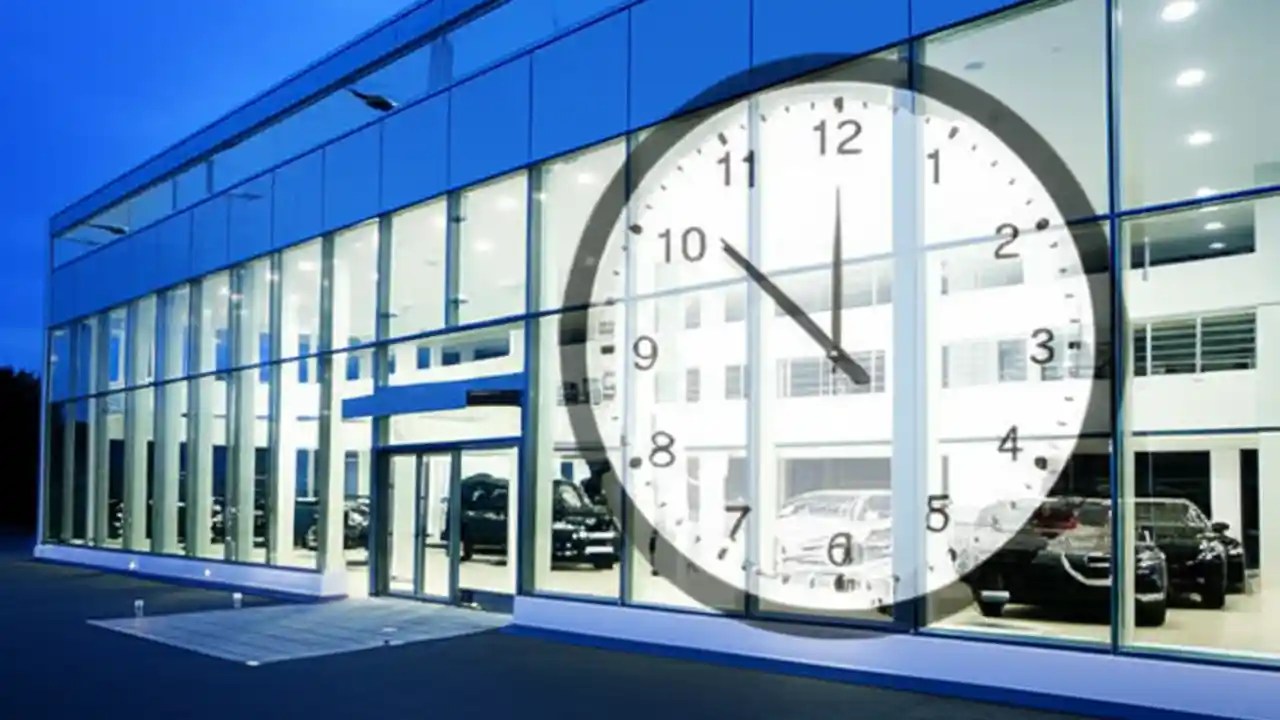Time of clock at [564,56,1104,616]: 11:51
